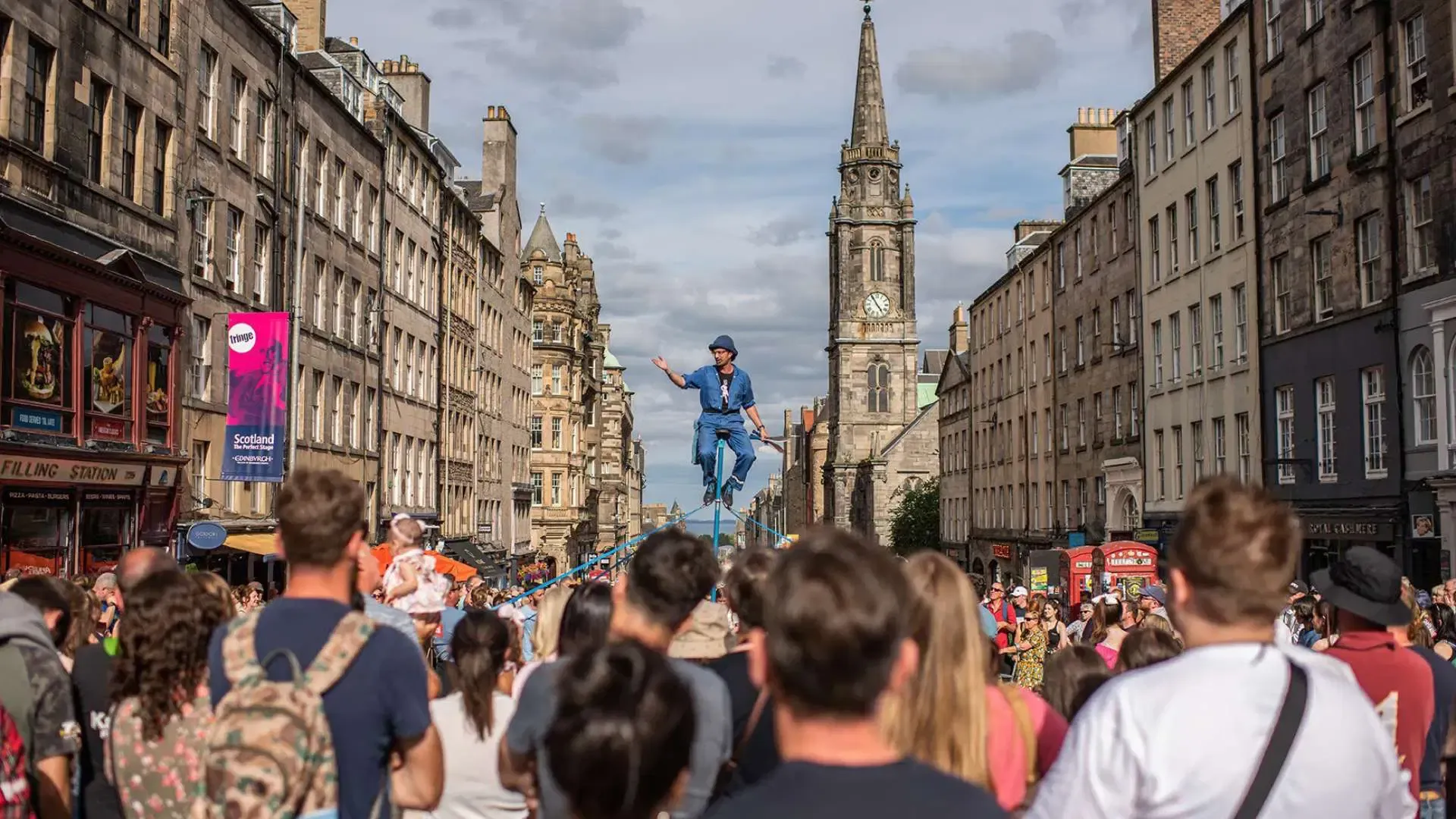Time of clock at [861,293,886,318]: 4:54
